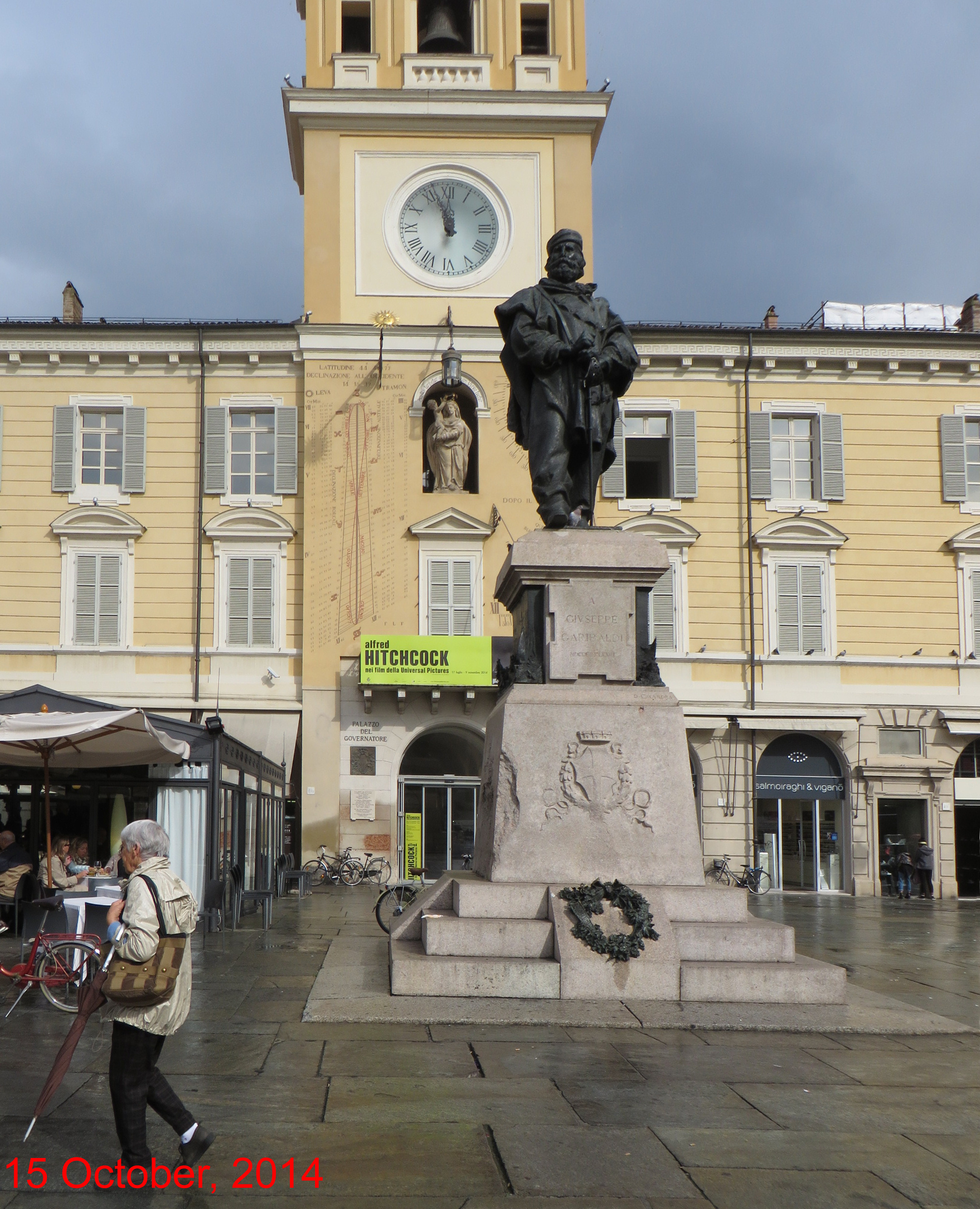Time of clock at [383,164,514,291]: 11:56
